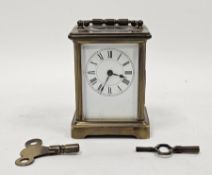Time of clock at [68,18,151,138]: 3:34
